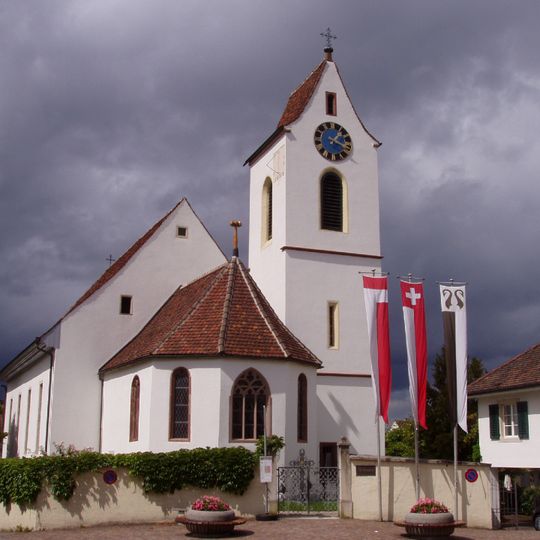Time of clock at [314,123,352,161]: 1:18
